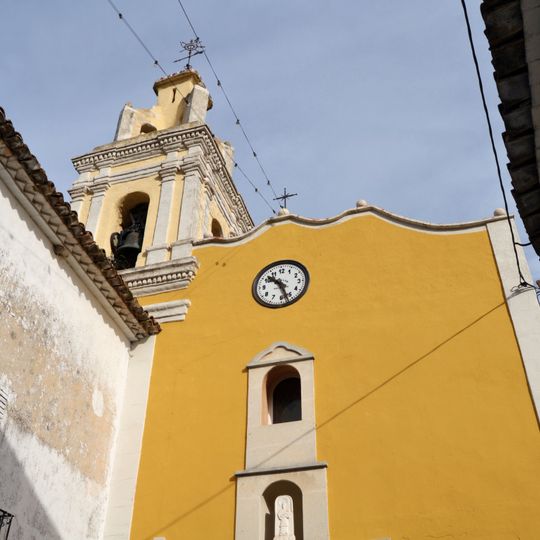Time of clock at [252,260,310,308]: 10:26
